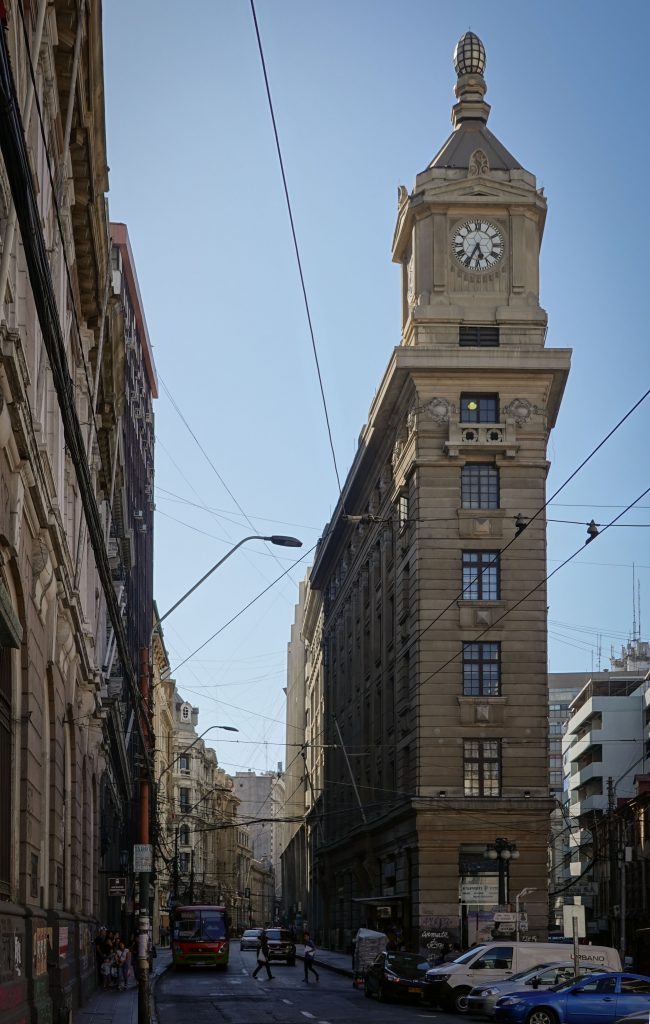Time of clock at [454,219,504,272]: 5:34
